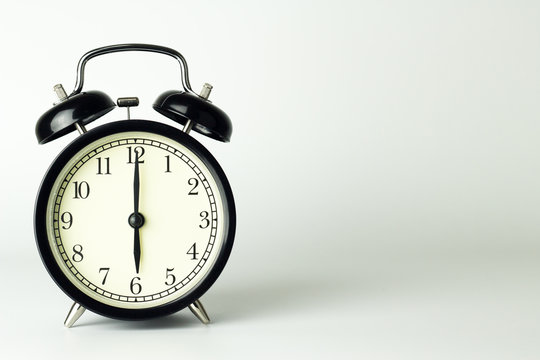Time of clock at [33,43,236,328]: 6:00
